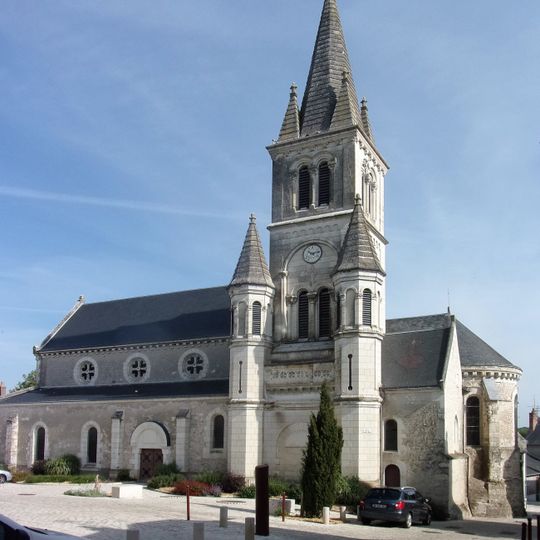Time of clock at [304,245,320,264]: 10:13
